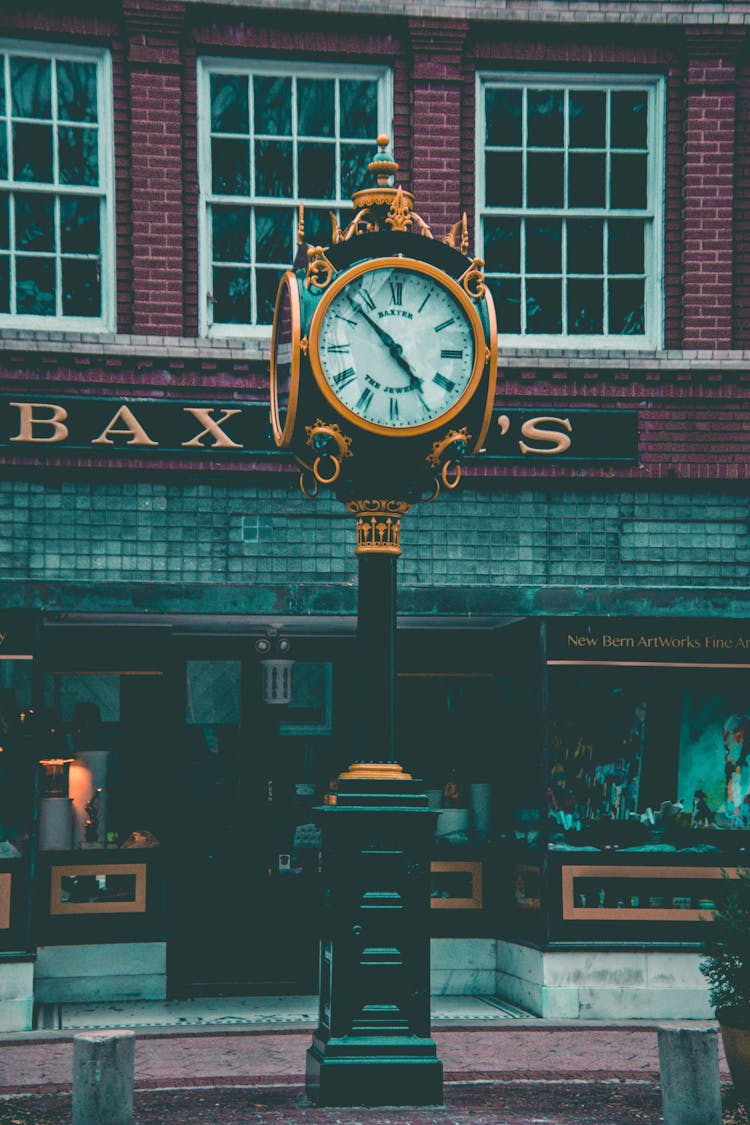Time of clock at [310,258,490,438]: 4:52
